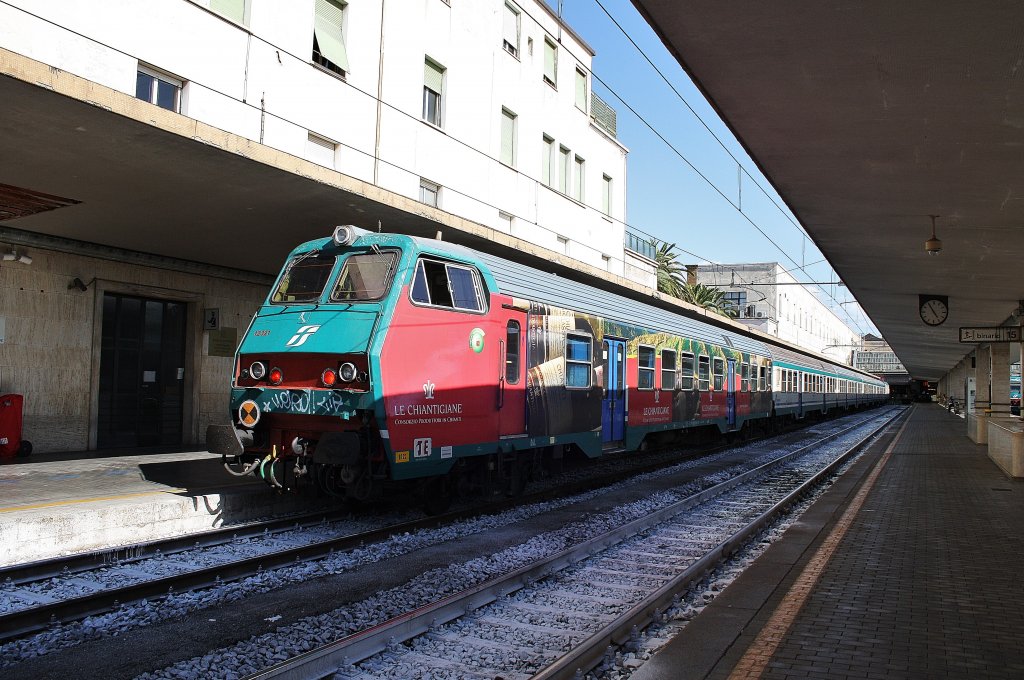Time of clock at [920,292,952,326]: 4:54
